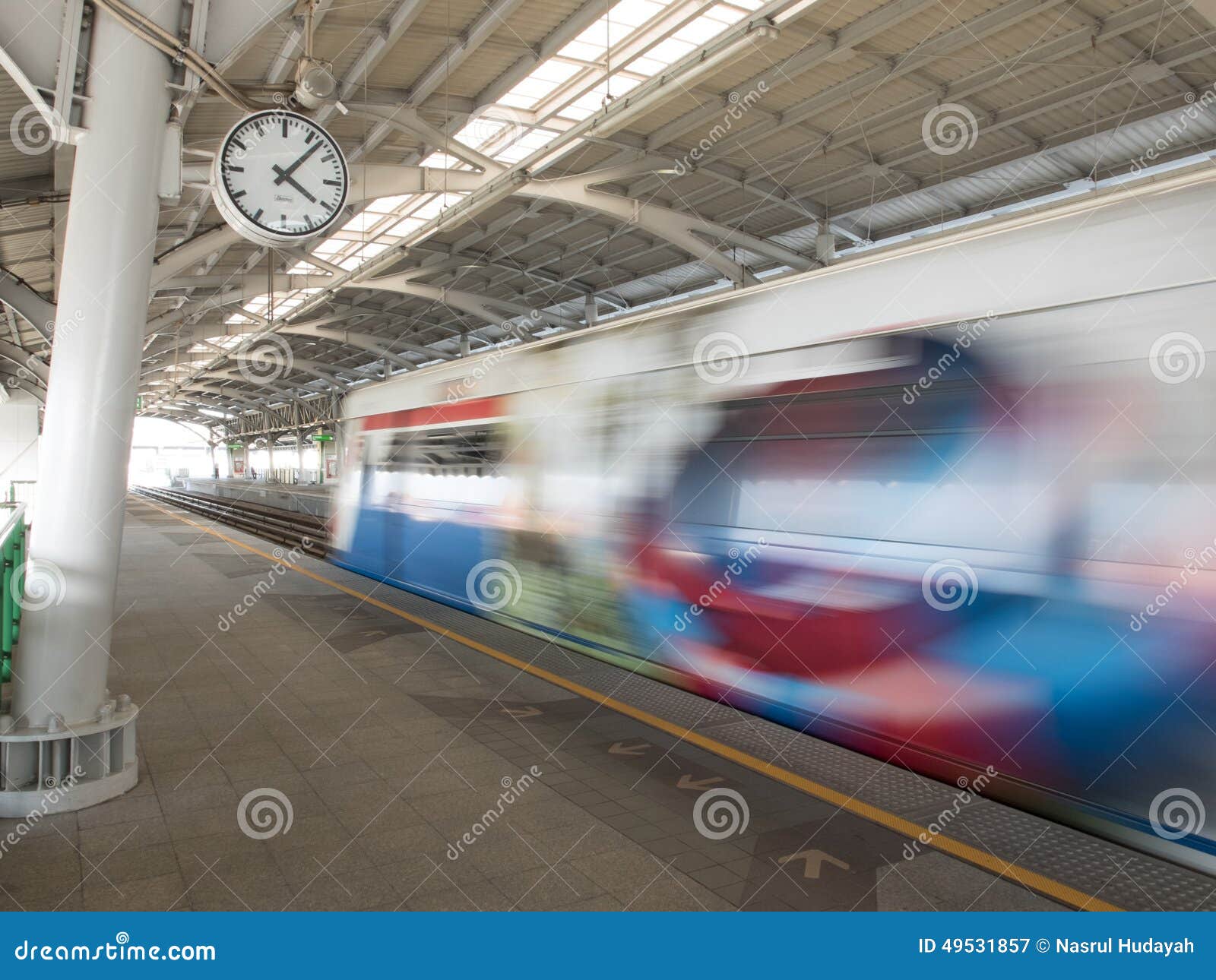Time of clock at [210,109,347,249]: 4:07
